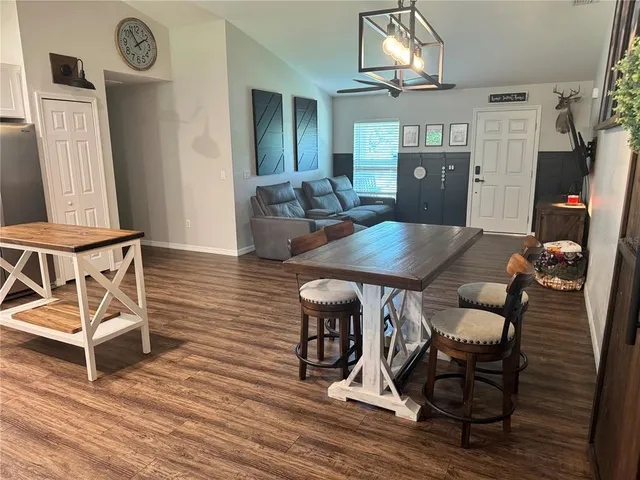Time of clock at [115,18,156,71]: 1:54
